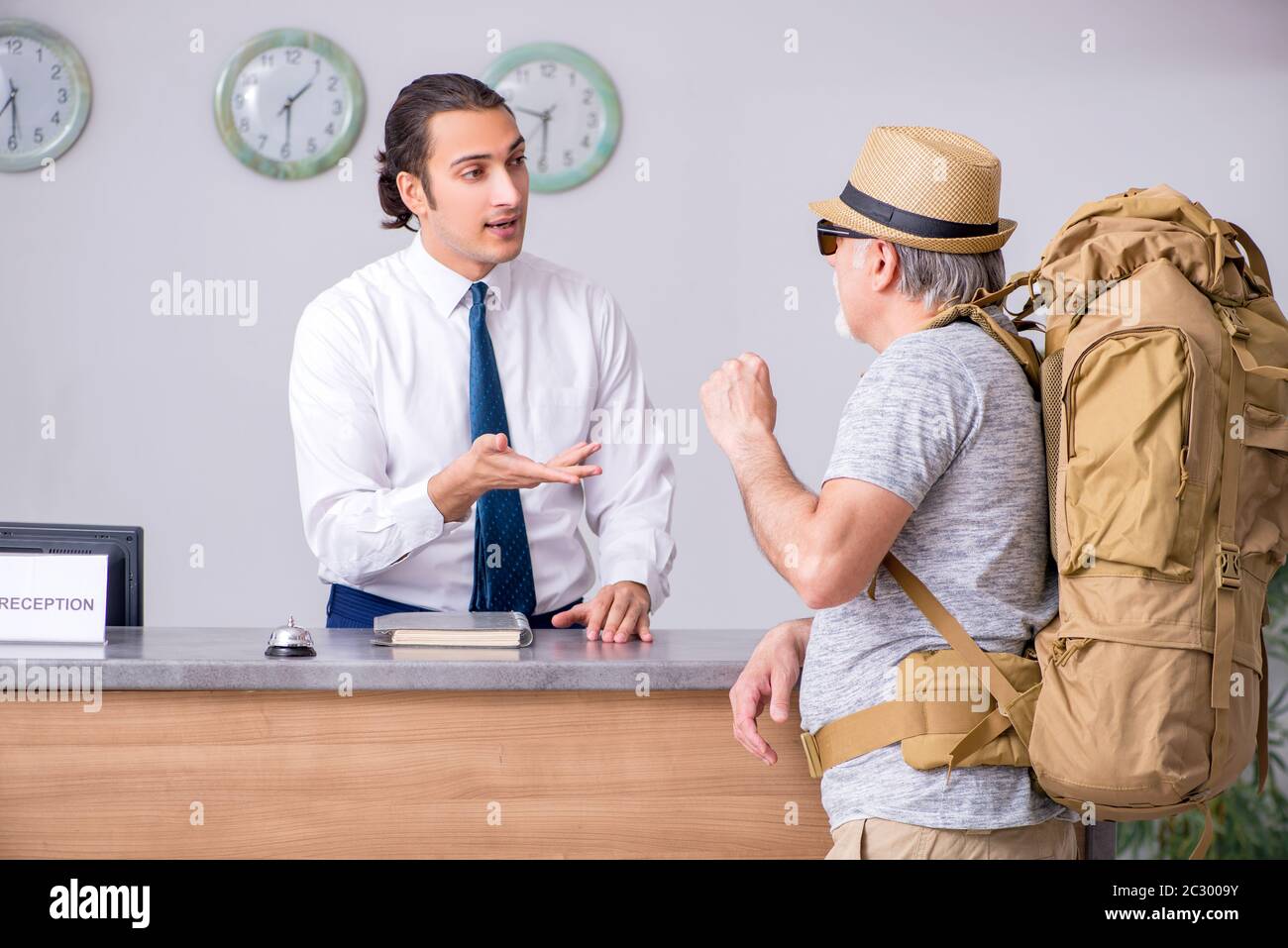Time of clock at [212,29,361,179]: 1:29
